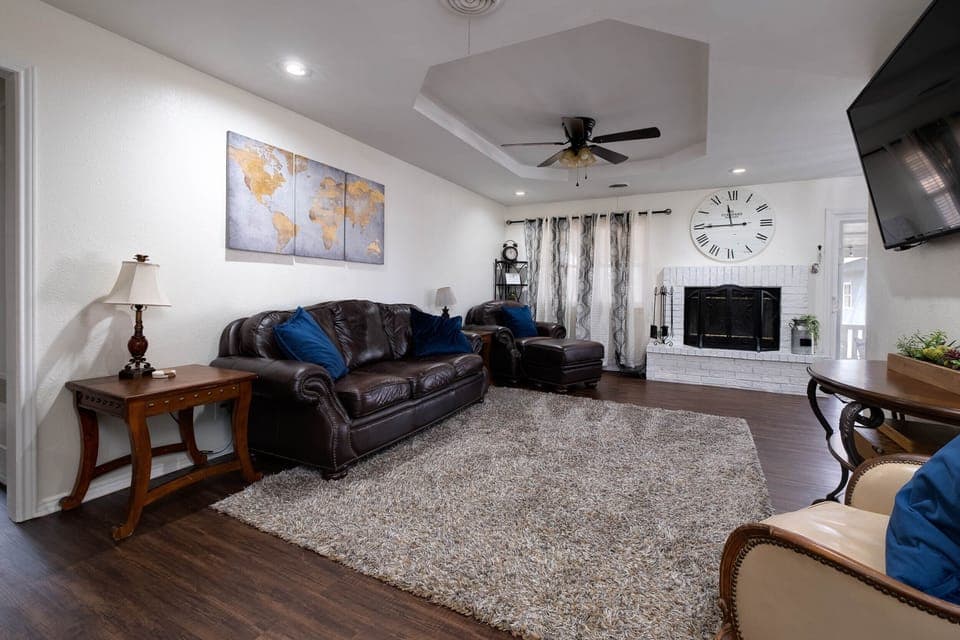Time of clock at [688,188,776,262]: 11:44
